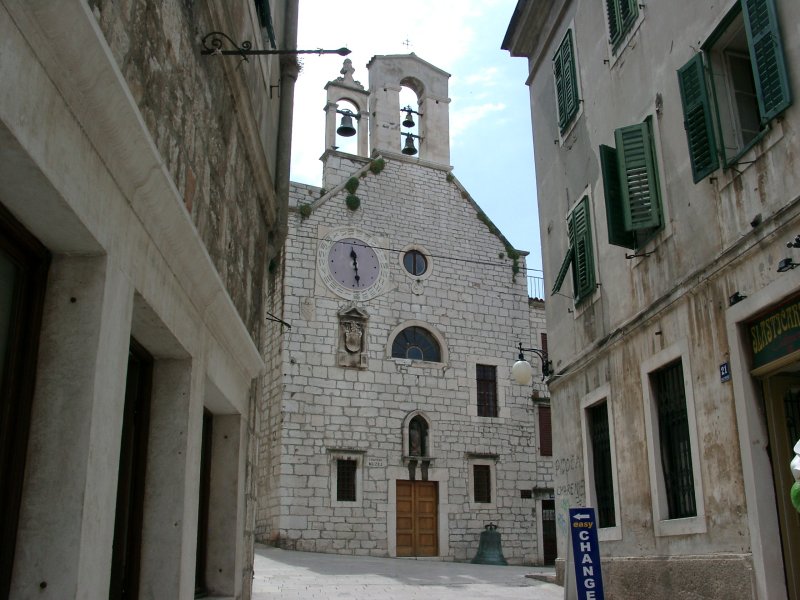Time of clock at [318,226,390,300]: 11:28
